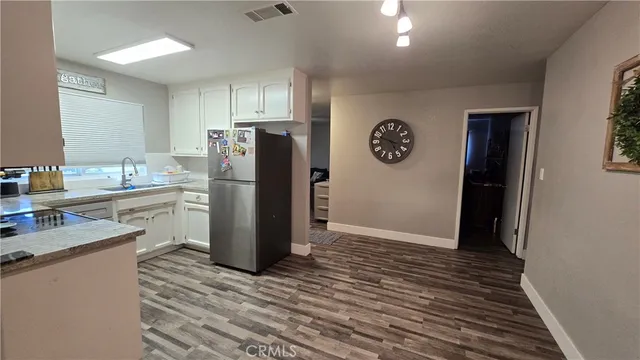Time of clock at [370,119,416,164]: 4:48
